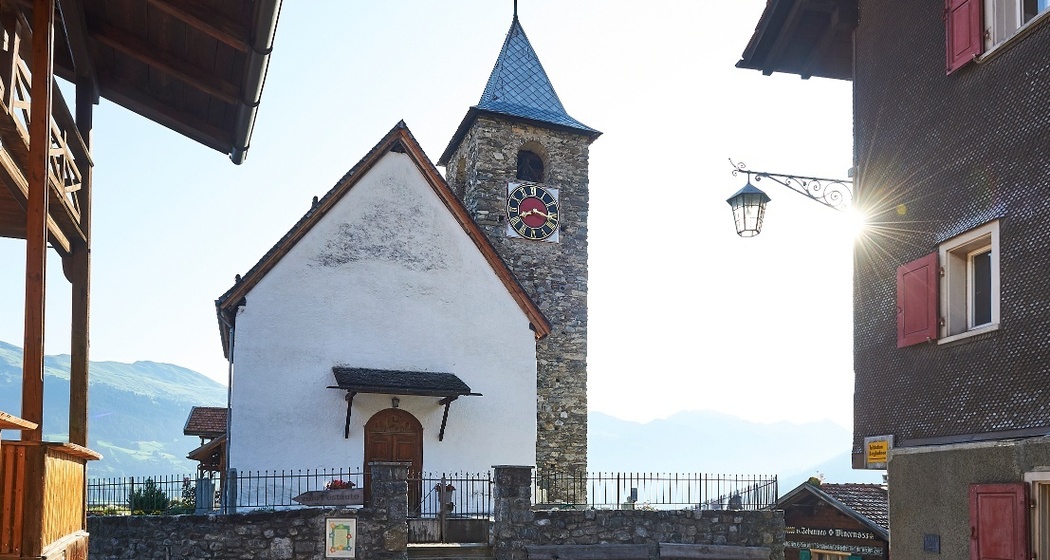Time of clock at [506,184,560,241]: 8:17
